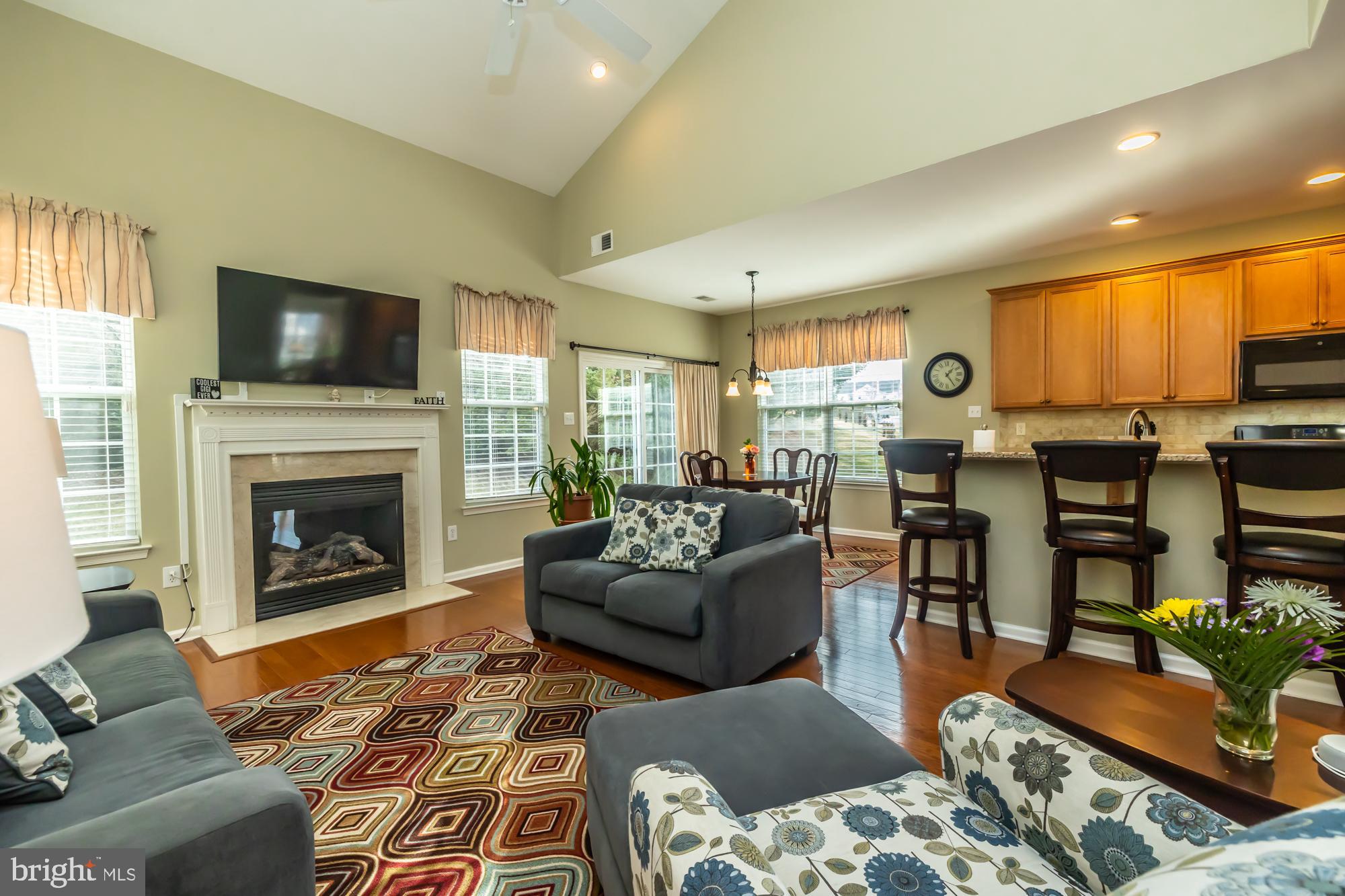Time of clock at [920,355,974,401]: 1:24
